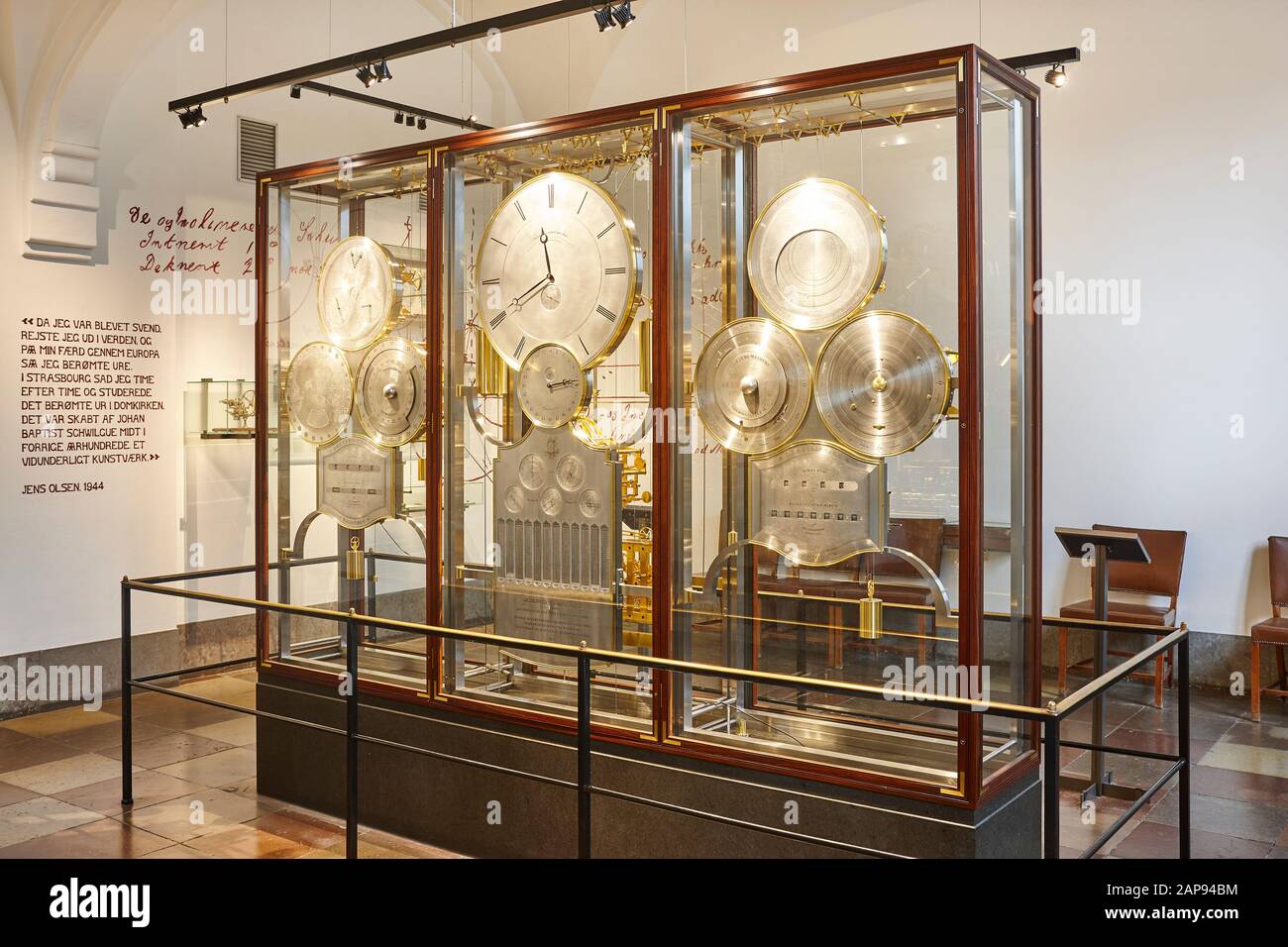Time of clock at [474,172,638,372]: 11:40
